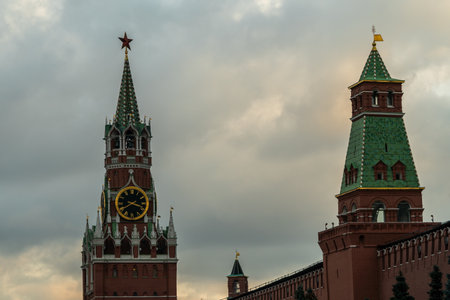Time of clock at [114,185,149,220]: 3:40
